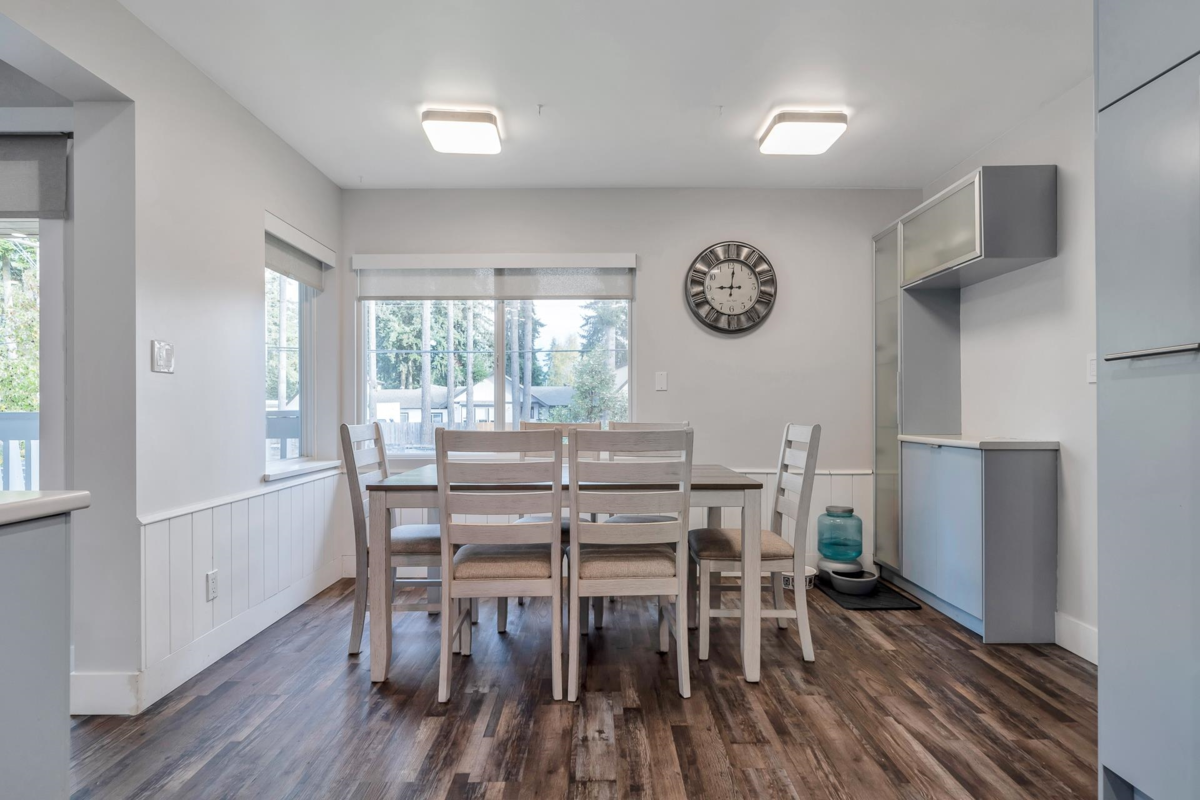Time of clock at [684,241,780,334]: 9:01
